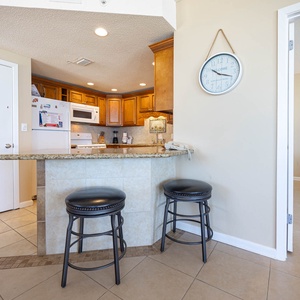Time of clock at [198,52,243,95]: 10:18
